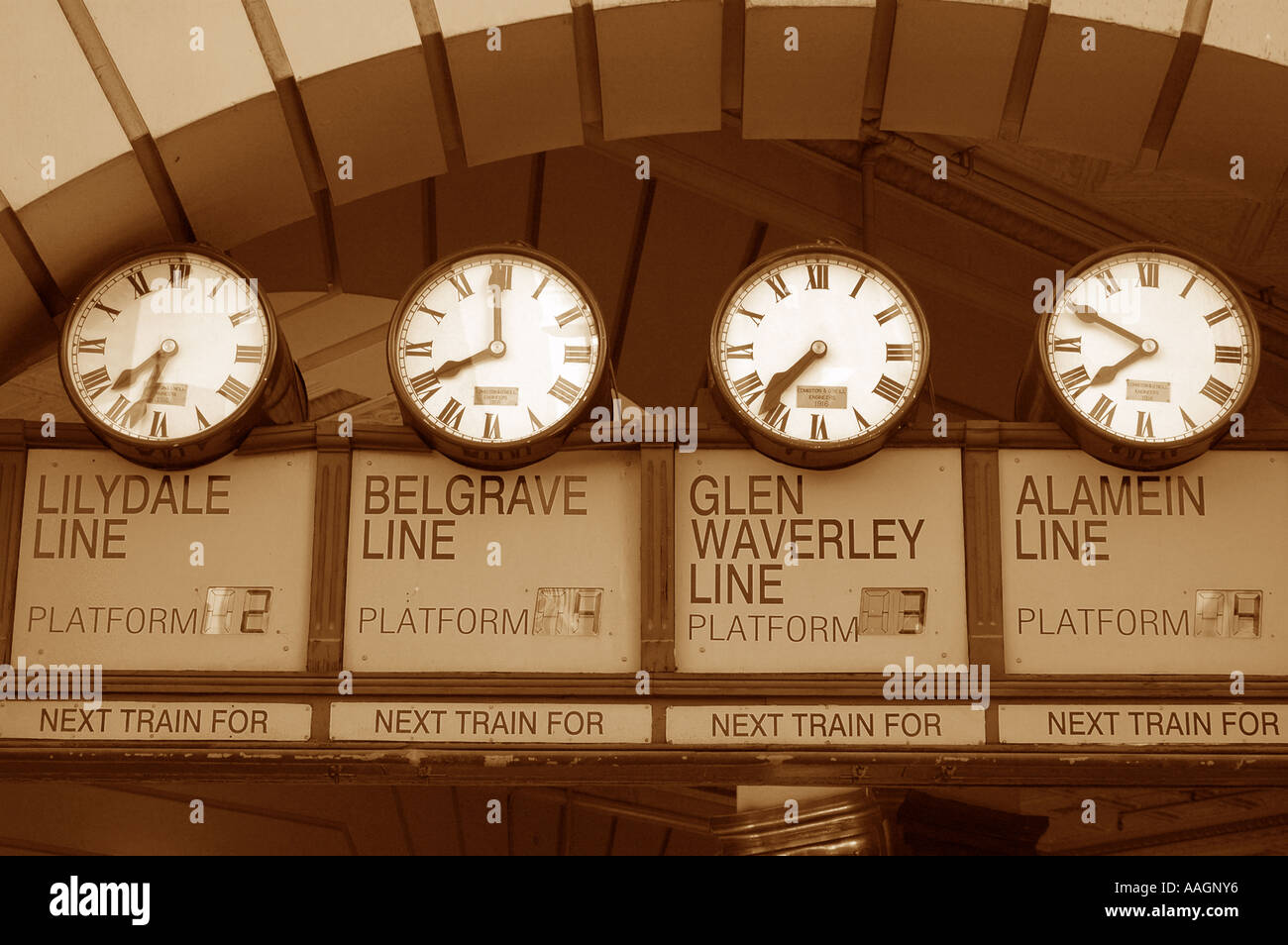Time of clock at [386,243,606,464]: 7:59
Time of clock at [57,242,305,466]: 7:32
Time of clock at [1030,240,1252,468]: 7:49
